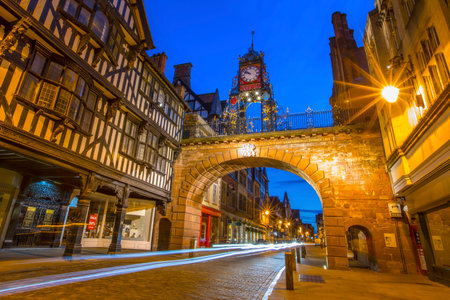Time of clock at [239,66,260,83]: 9:51
